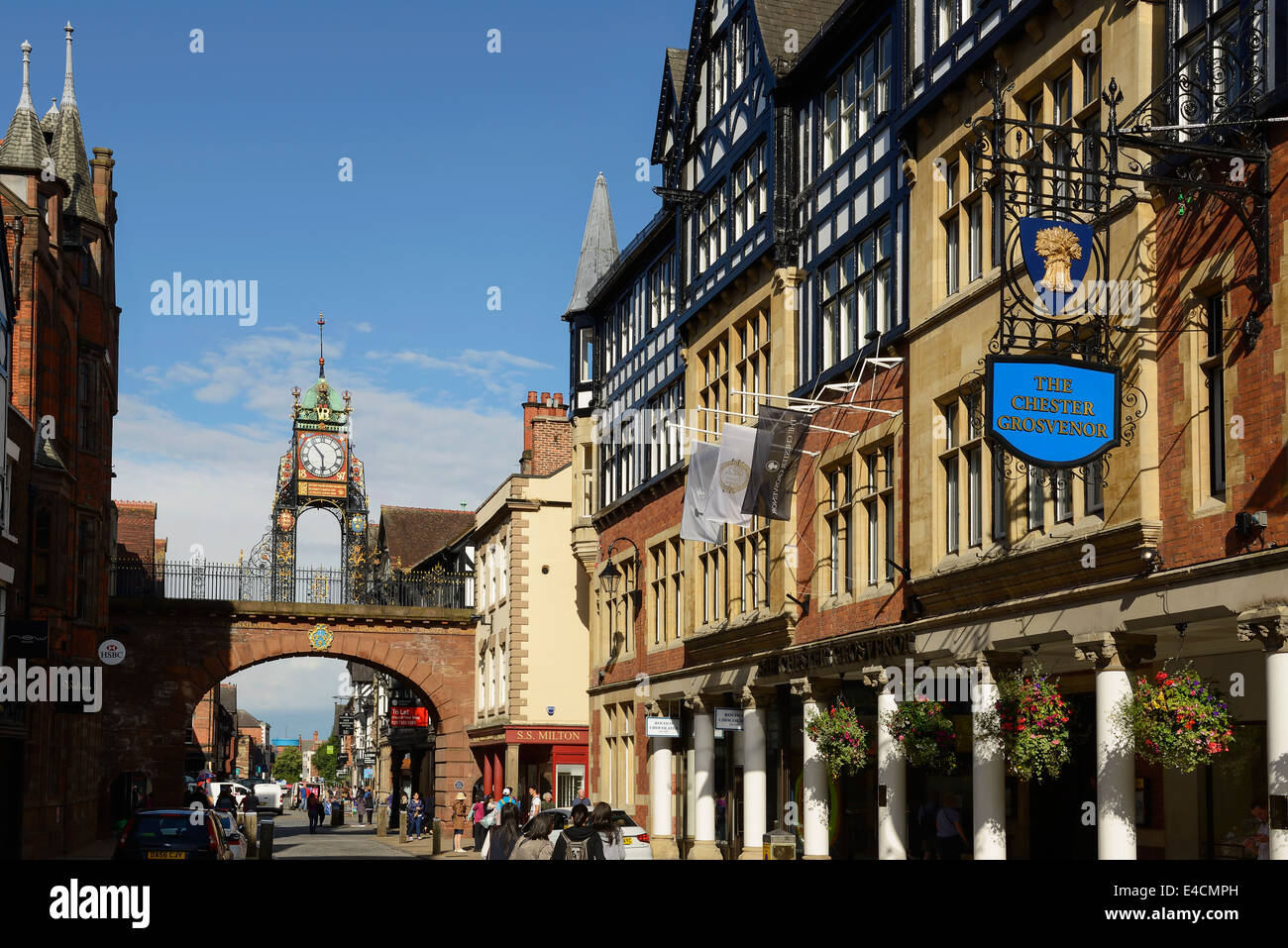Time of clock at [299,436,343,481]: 5:53
